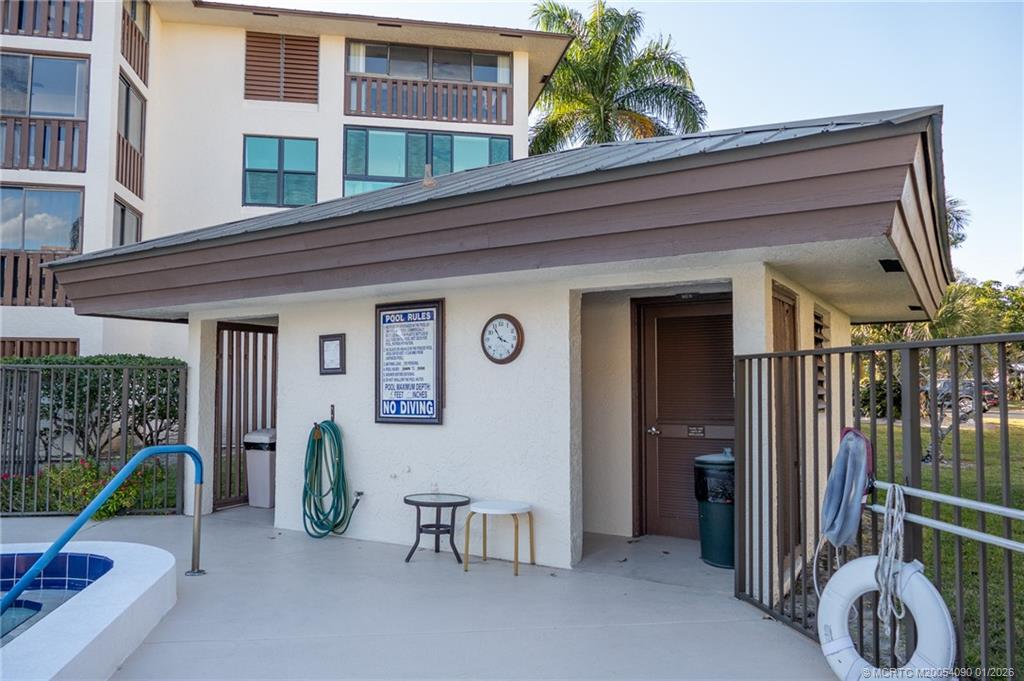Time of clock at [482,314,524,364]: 3:54
